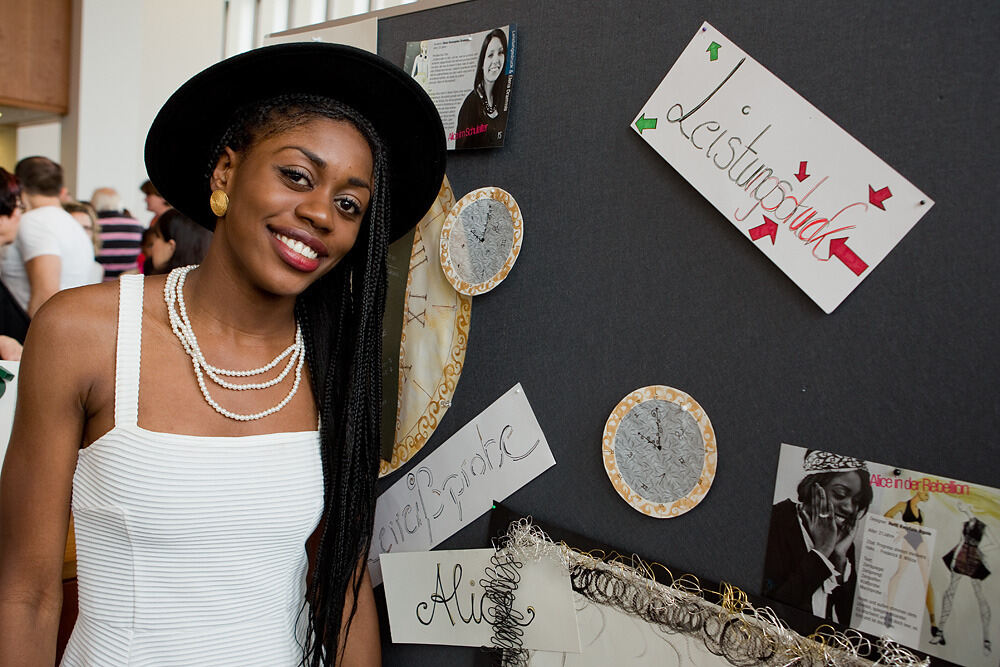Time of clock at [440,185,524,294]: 10:00
